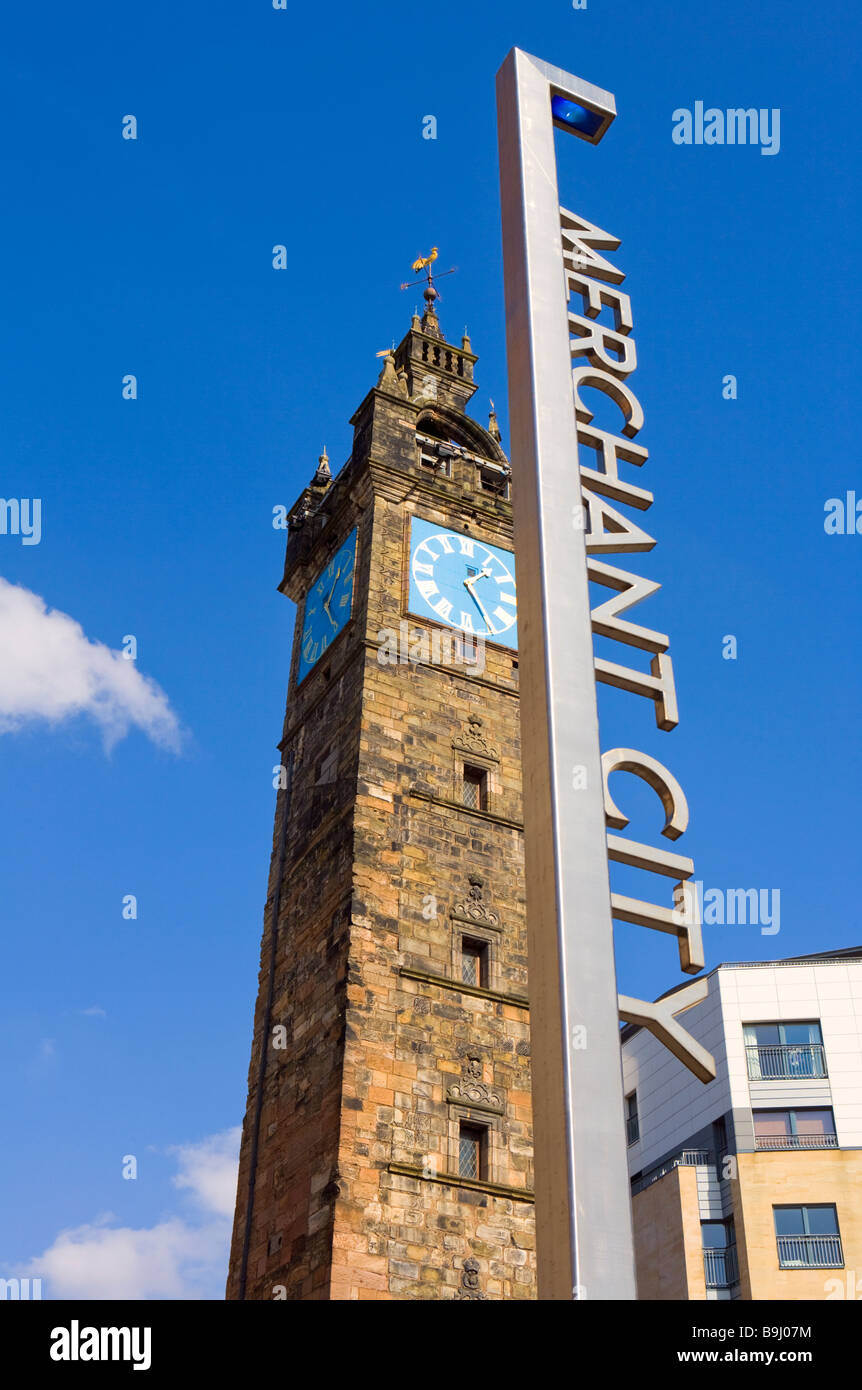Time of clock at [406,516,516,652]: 1:24
